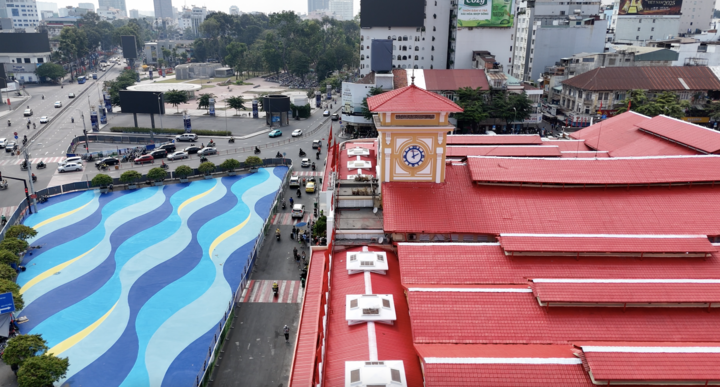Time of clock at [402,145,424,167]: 1:58
